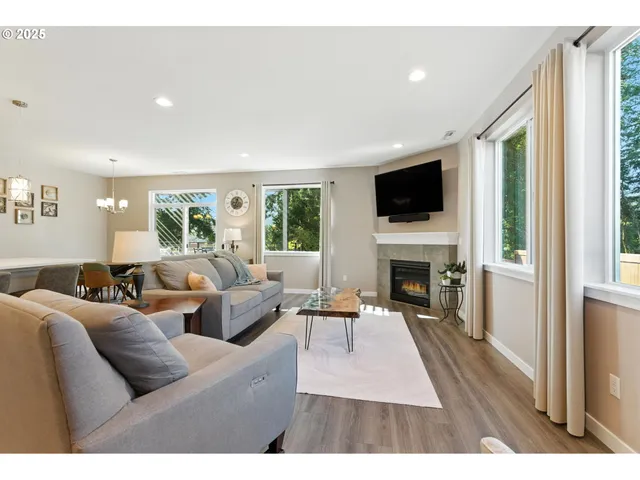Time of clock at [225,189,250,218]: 12:34
